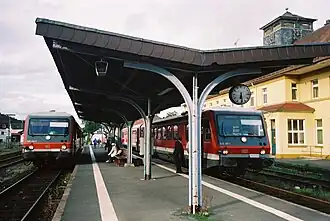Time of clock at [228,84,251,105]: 6:28
